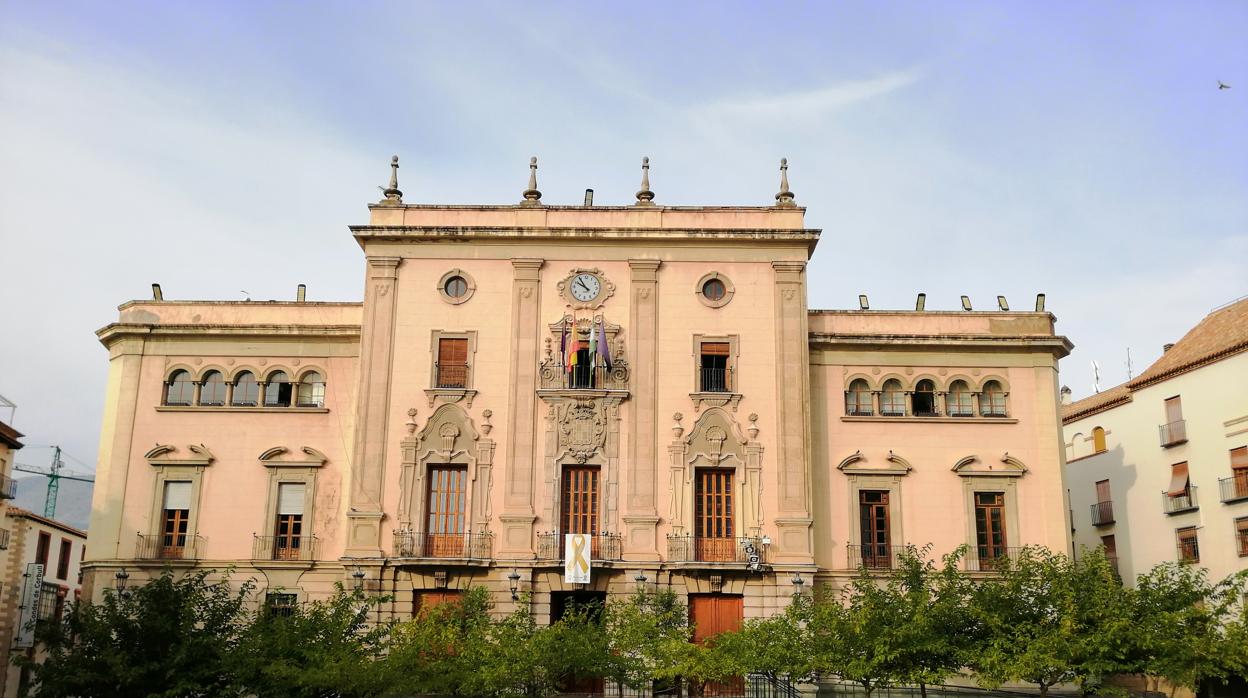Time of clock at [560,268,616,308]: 9:54
